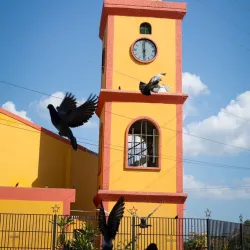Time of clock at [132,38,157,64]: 5:59
